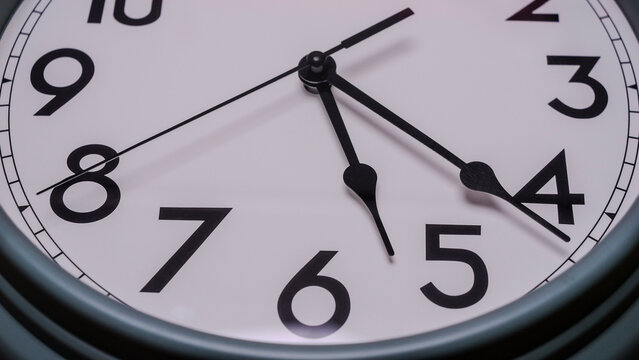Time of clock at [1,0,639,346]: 5:21
